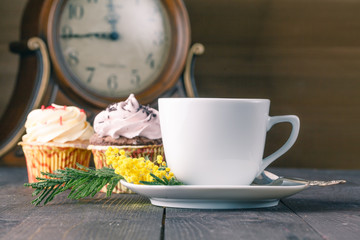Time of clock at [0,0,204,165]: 11:44
